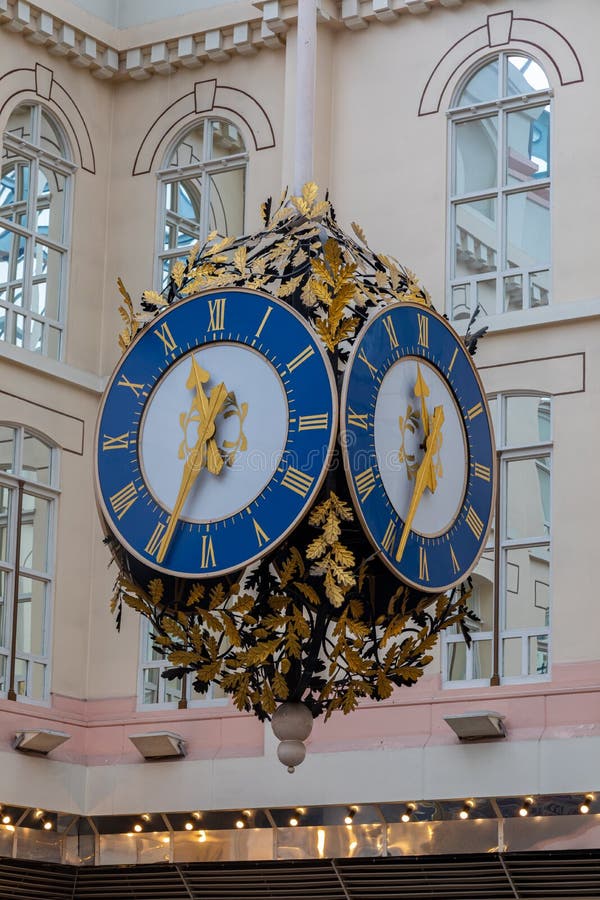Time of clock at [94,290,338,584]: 11:34
